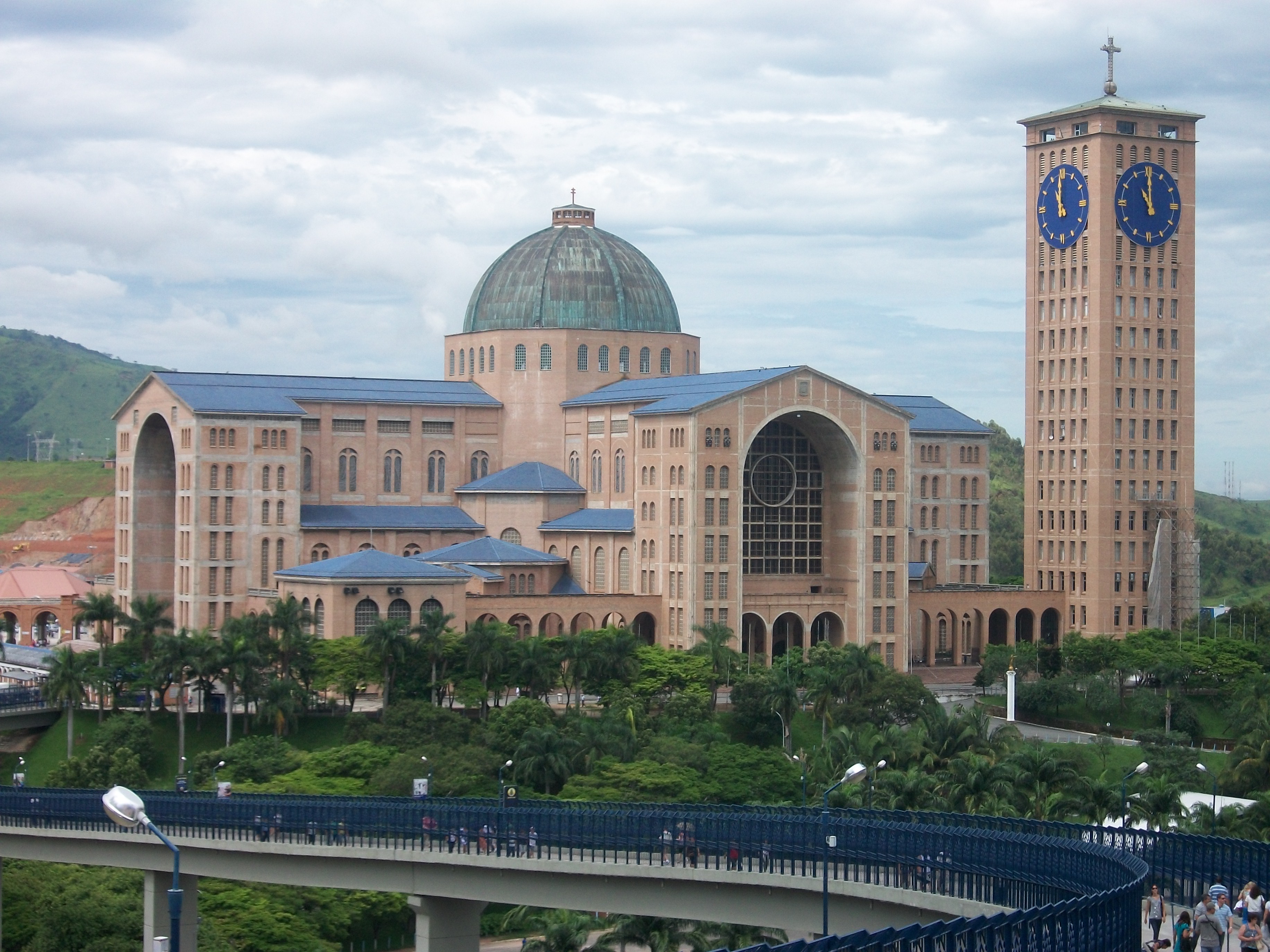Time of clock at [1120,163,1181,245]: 11:00
